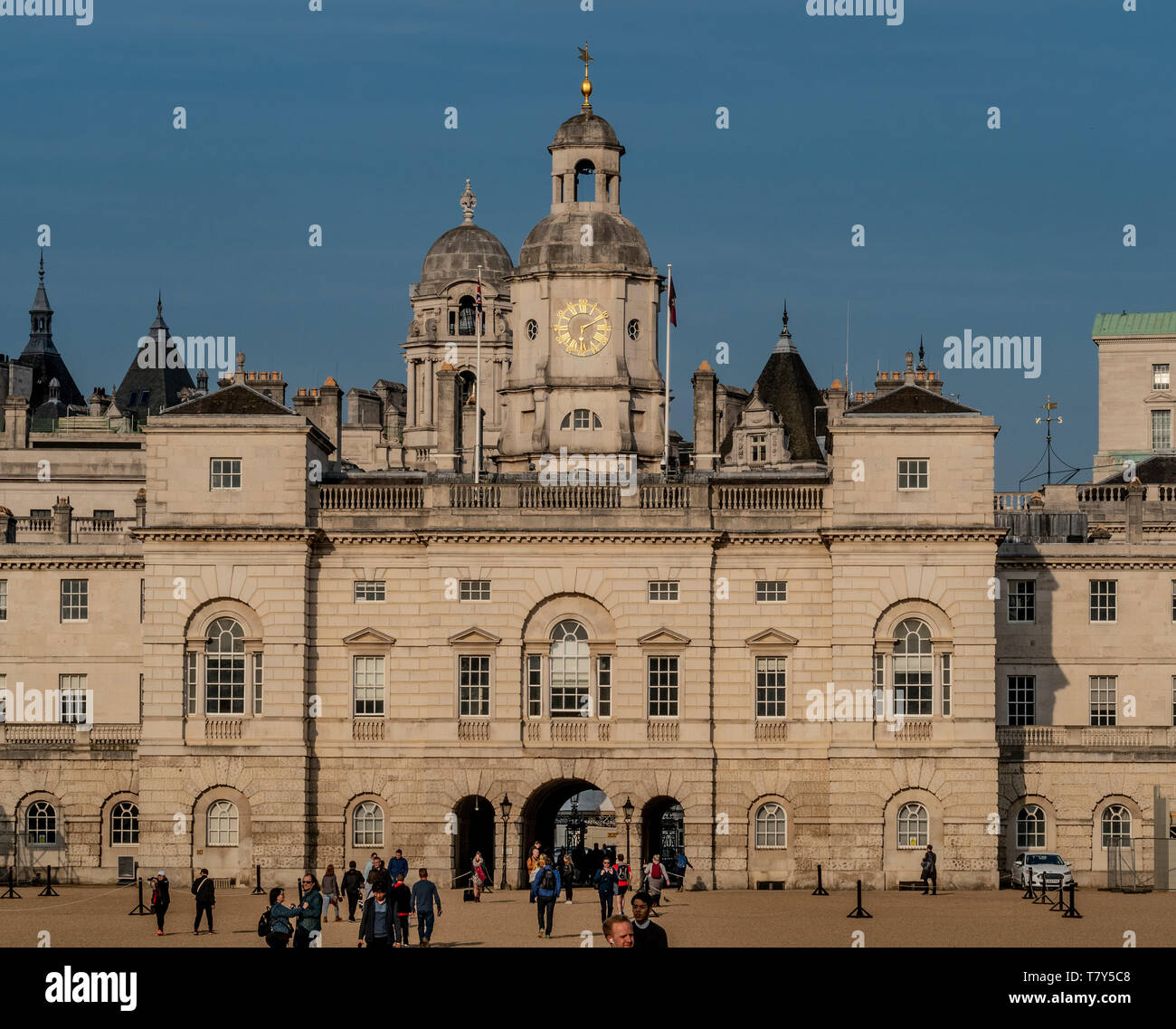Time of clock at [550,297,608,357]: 6:10
